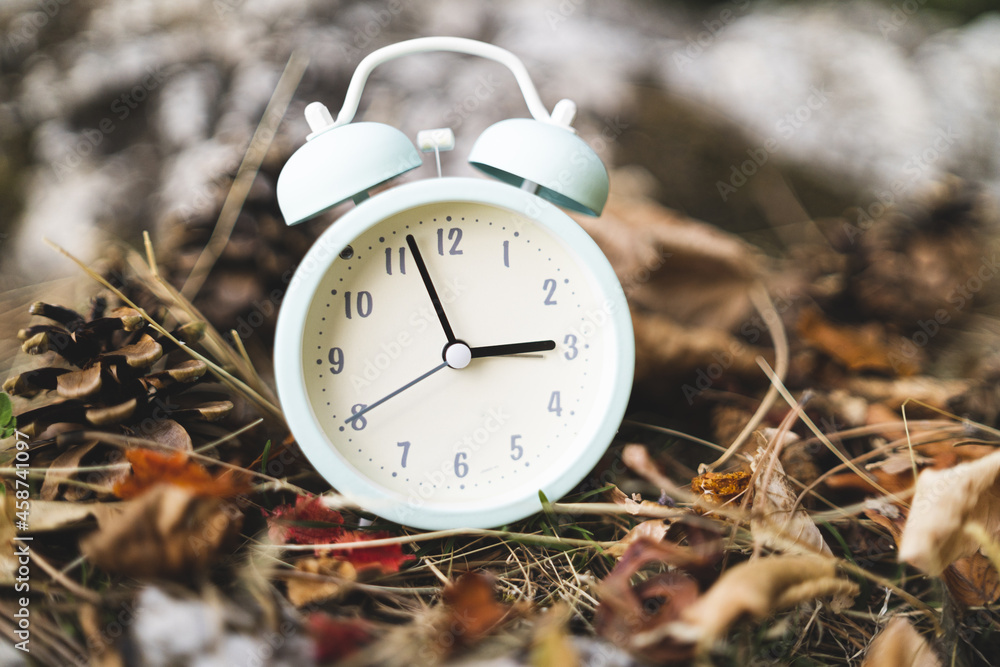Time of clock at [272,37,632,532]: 2:56
